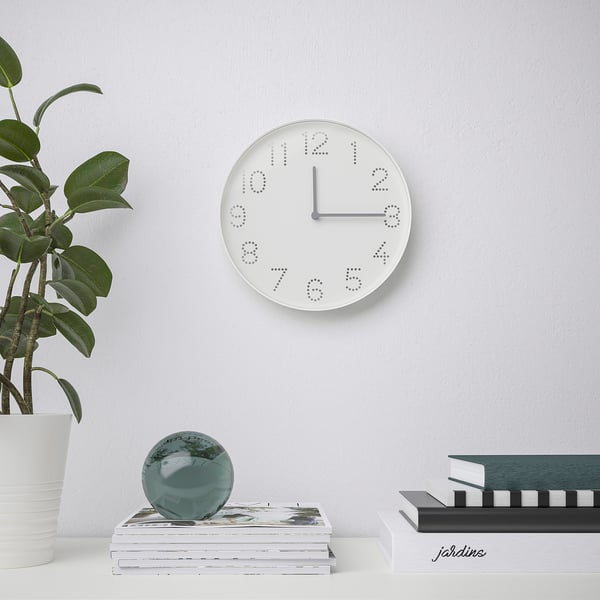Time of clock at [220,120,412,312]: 12:14
